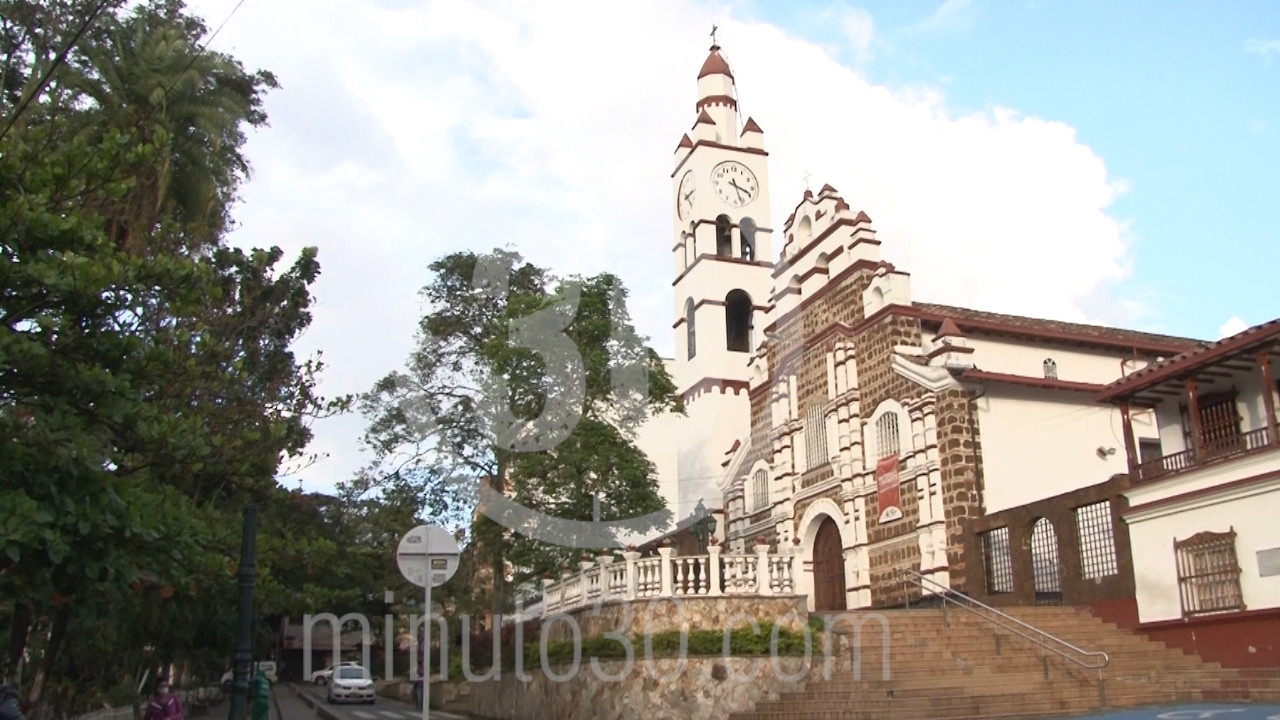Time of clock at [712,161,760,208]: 5:18
